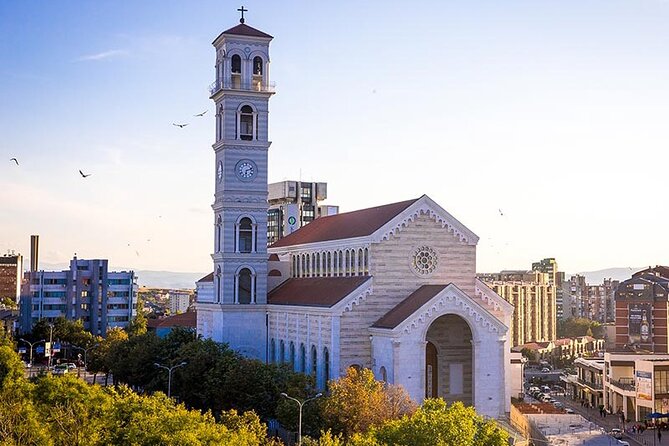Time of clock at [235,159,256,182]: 6:11
